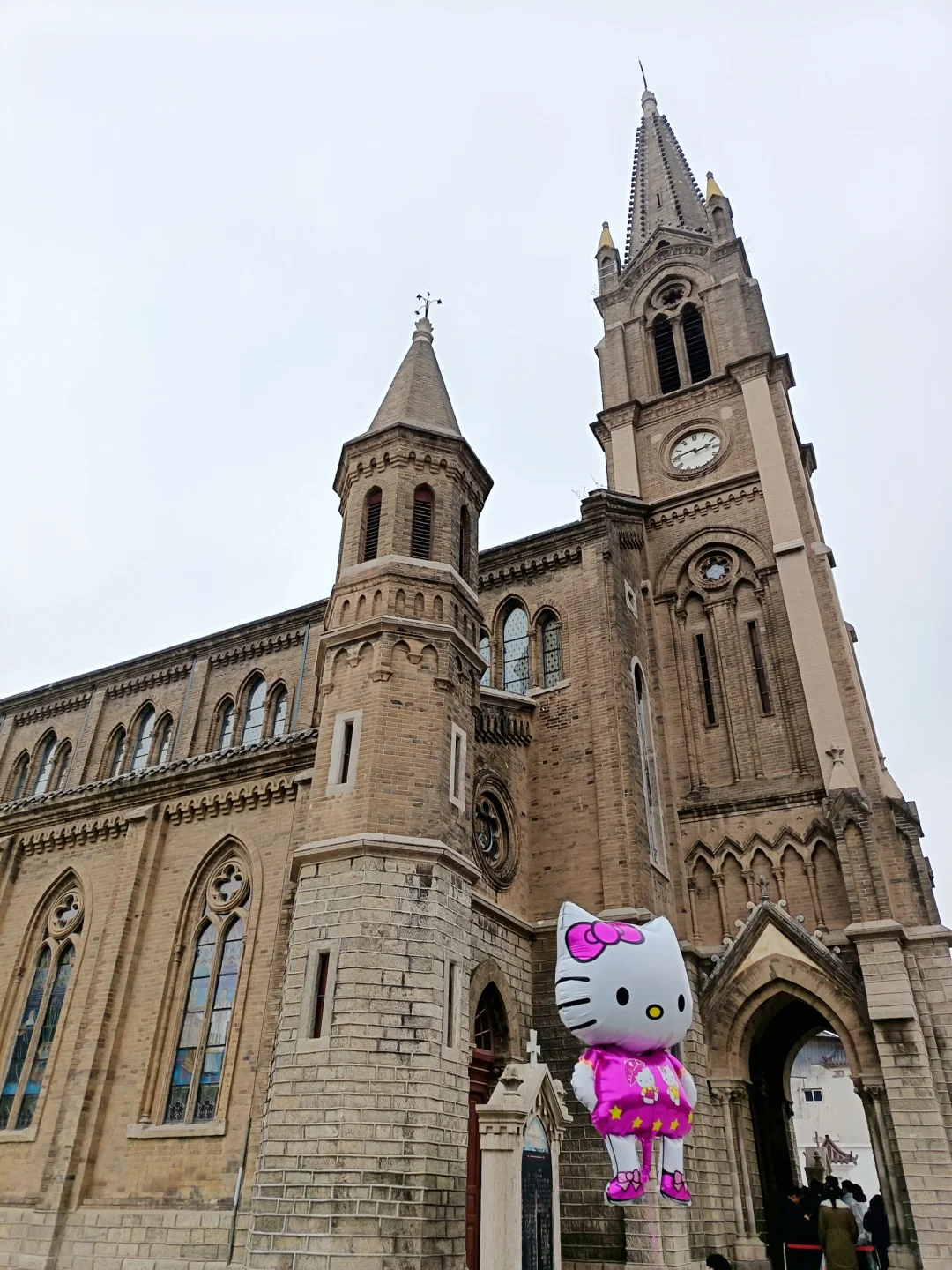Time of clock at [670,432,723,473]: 8:12
